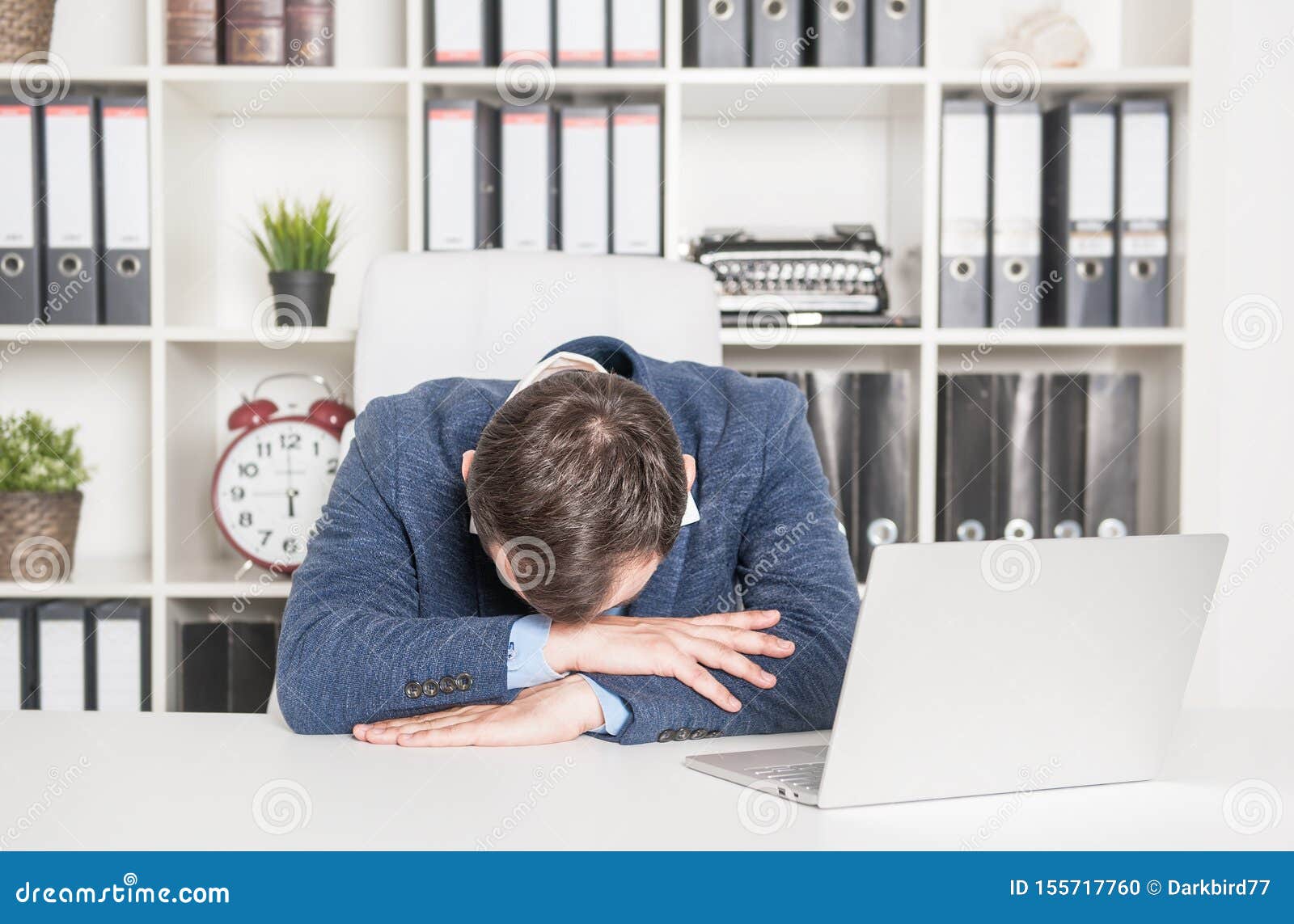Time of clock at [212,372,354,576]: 5:45
